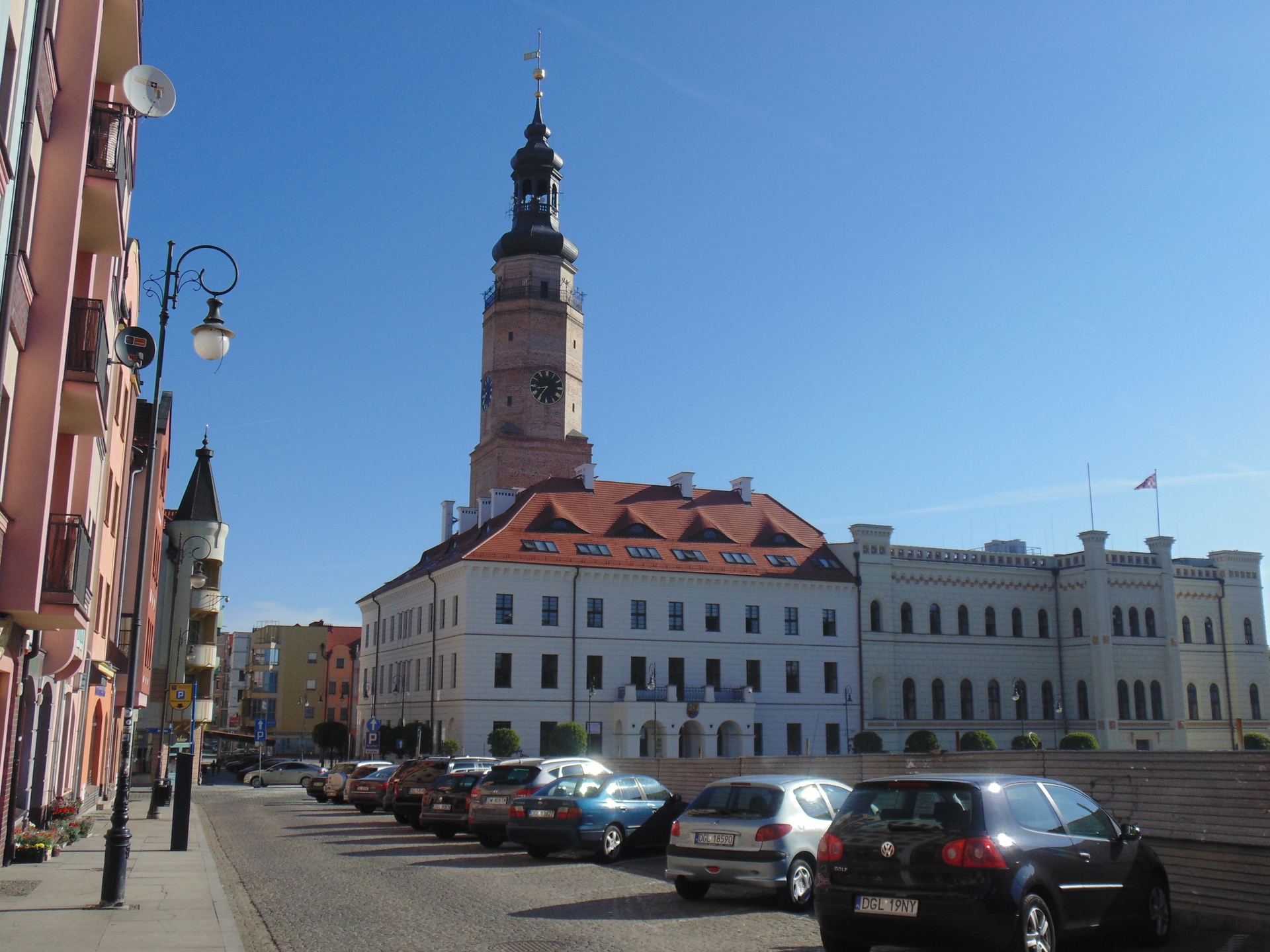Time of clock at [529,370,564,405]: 8:35
